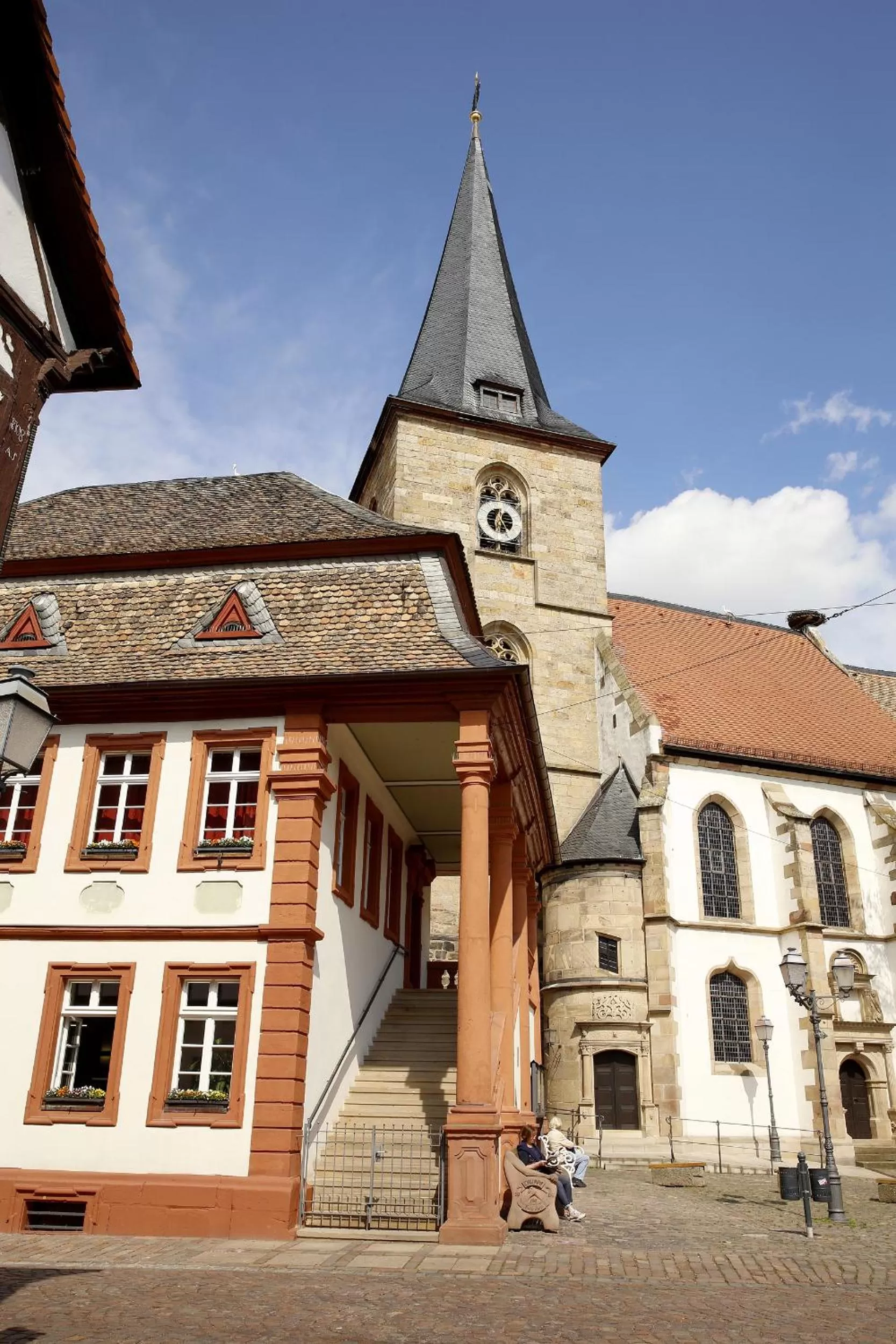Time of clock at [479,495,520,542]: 12:24
